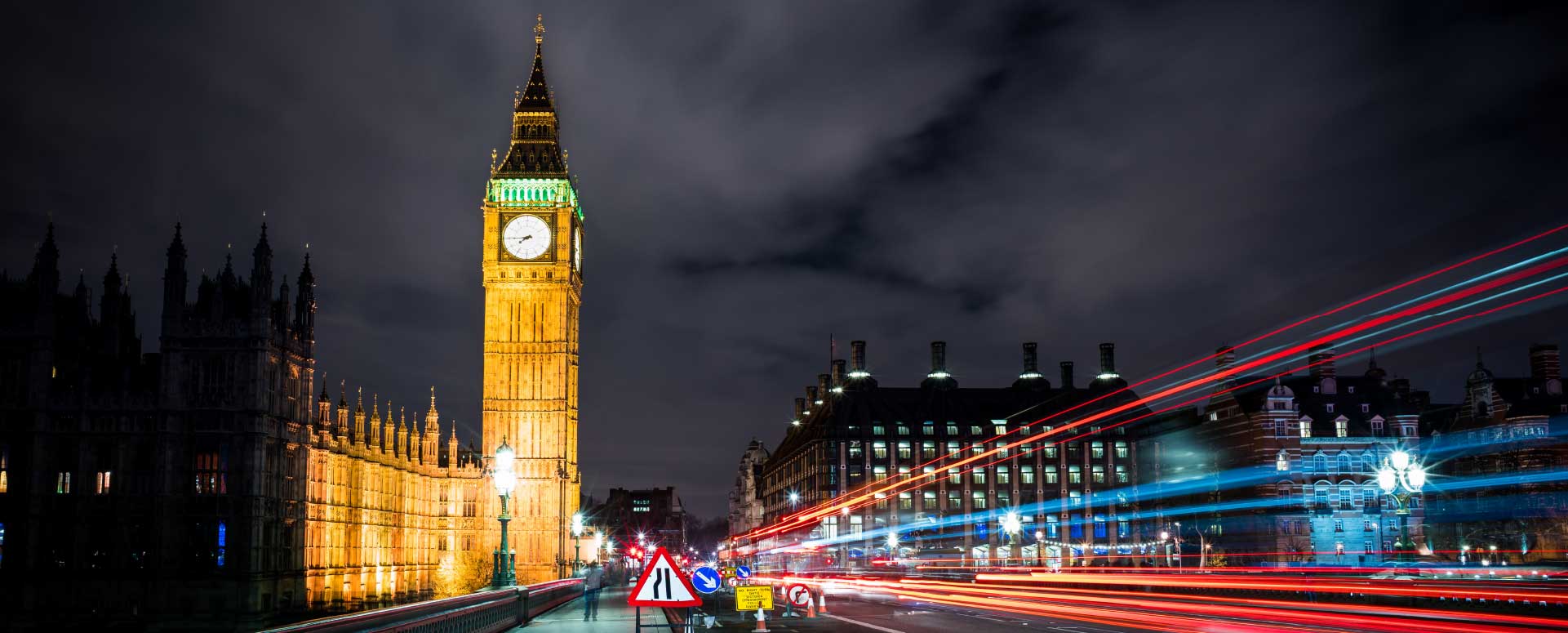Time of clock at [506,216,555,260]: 7:44
